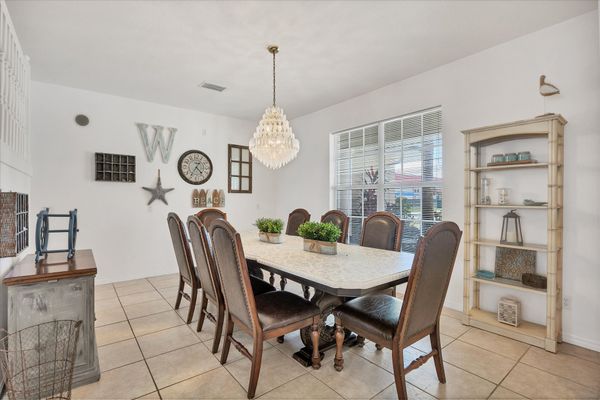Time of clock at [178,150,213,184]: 4:35
